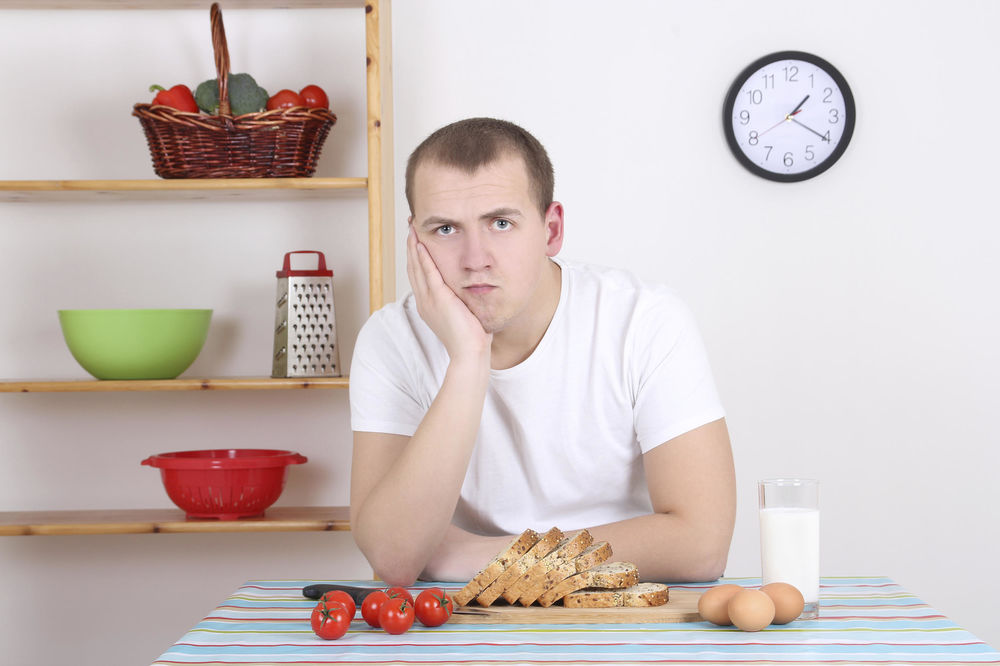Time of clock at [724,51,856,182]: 1:20
